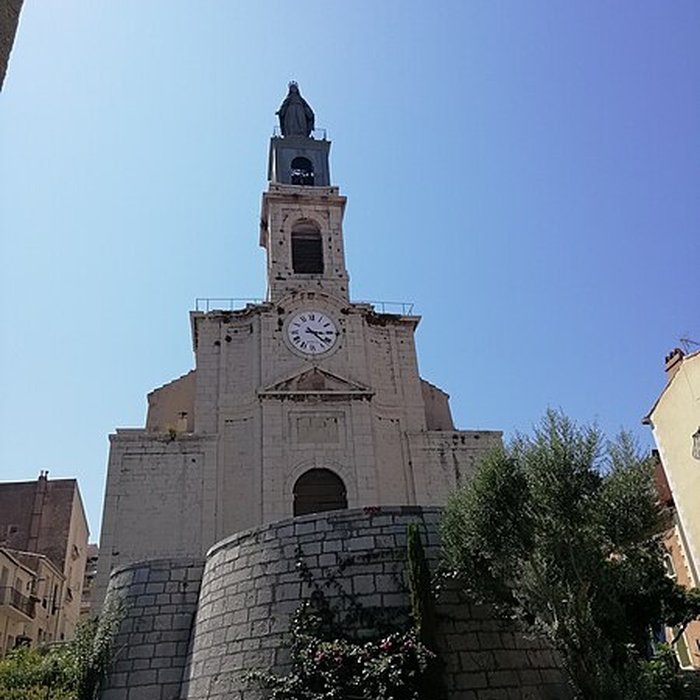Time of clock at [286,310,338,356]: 3:22
